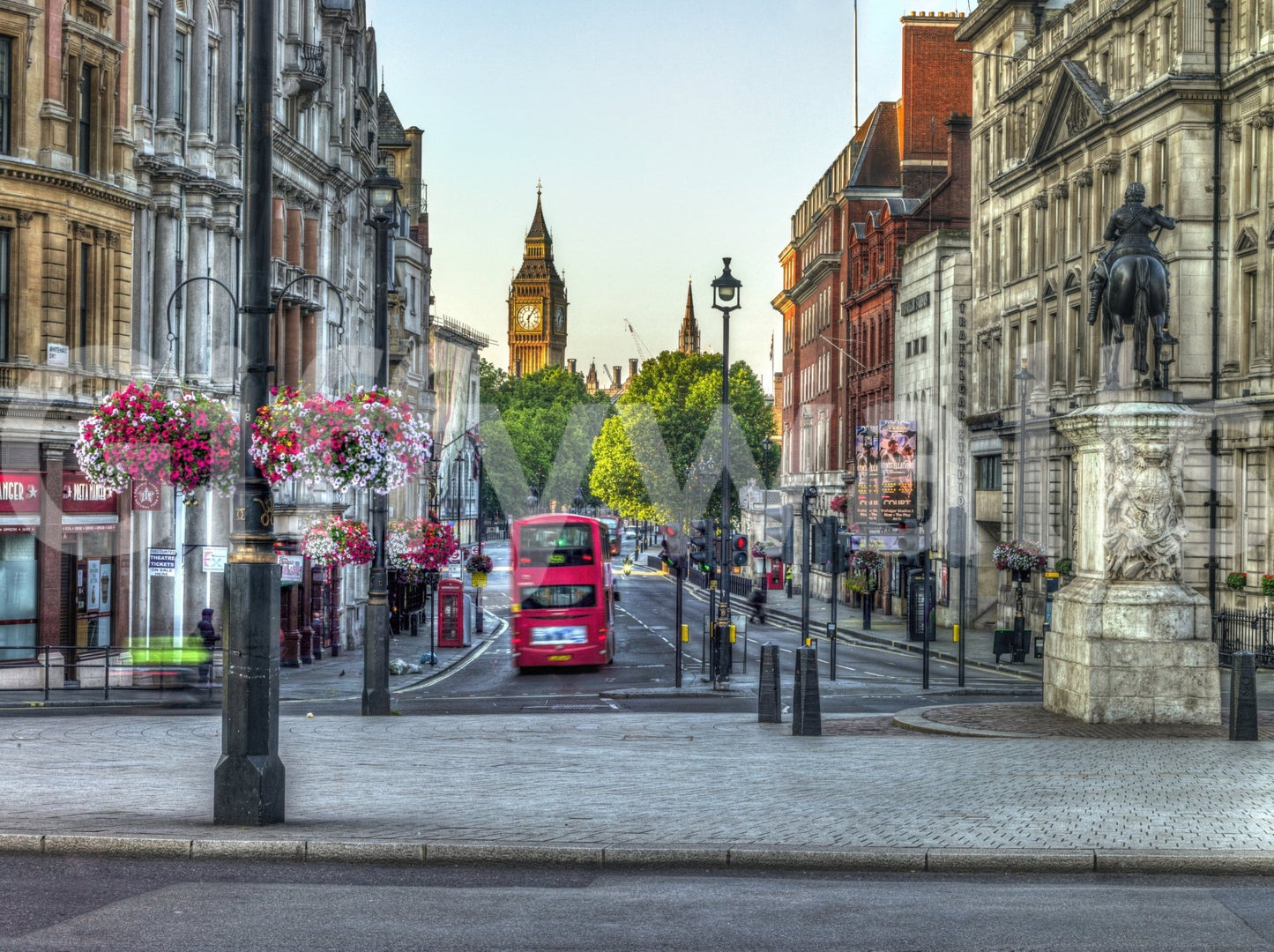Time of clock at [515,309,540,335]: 6:06
